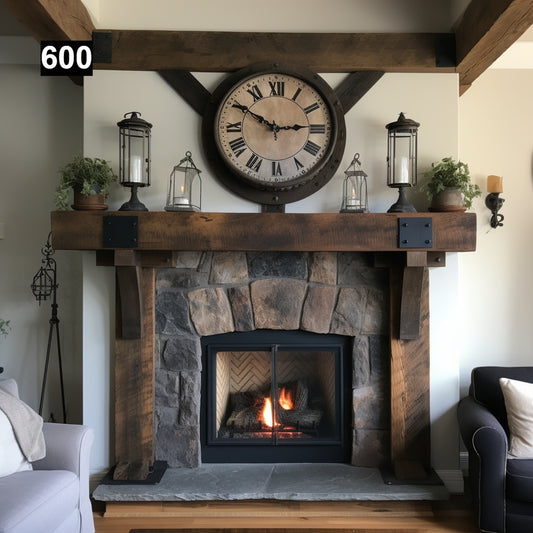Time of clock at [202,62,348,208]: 2:50
